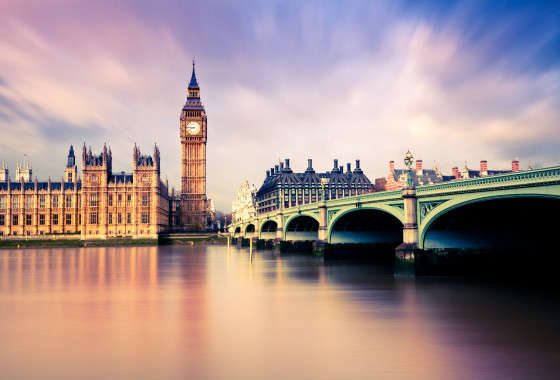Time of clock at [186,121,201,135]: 8:46
